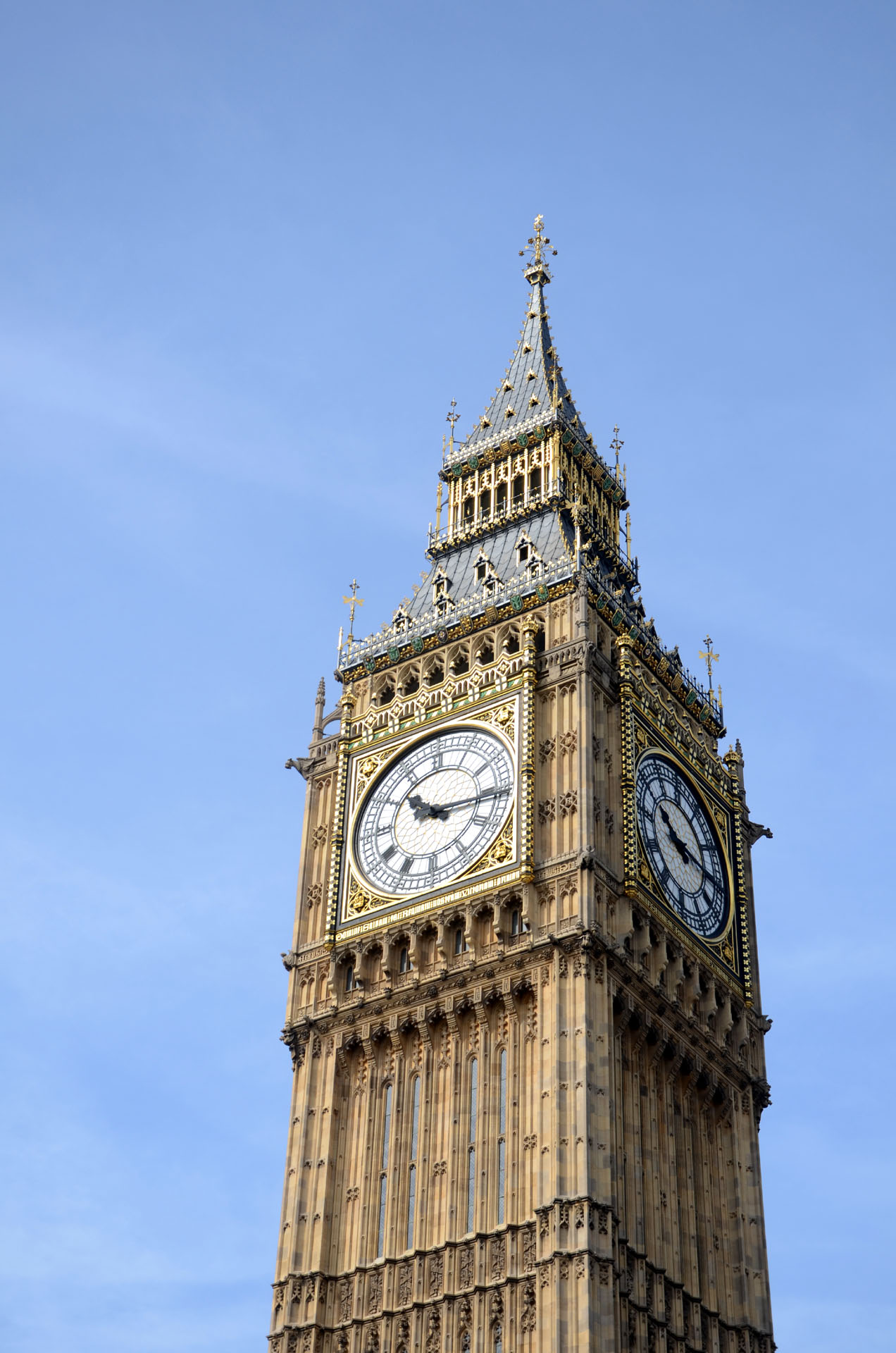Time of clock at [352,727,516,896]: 10:15
